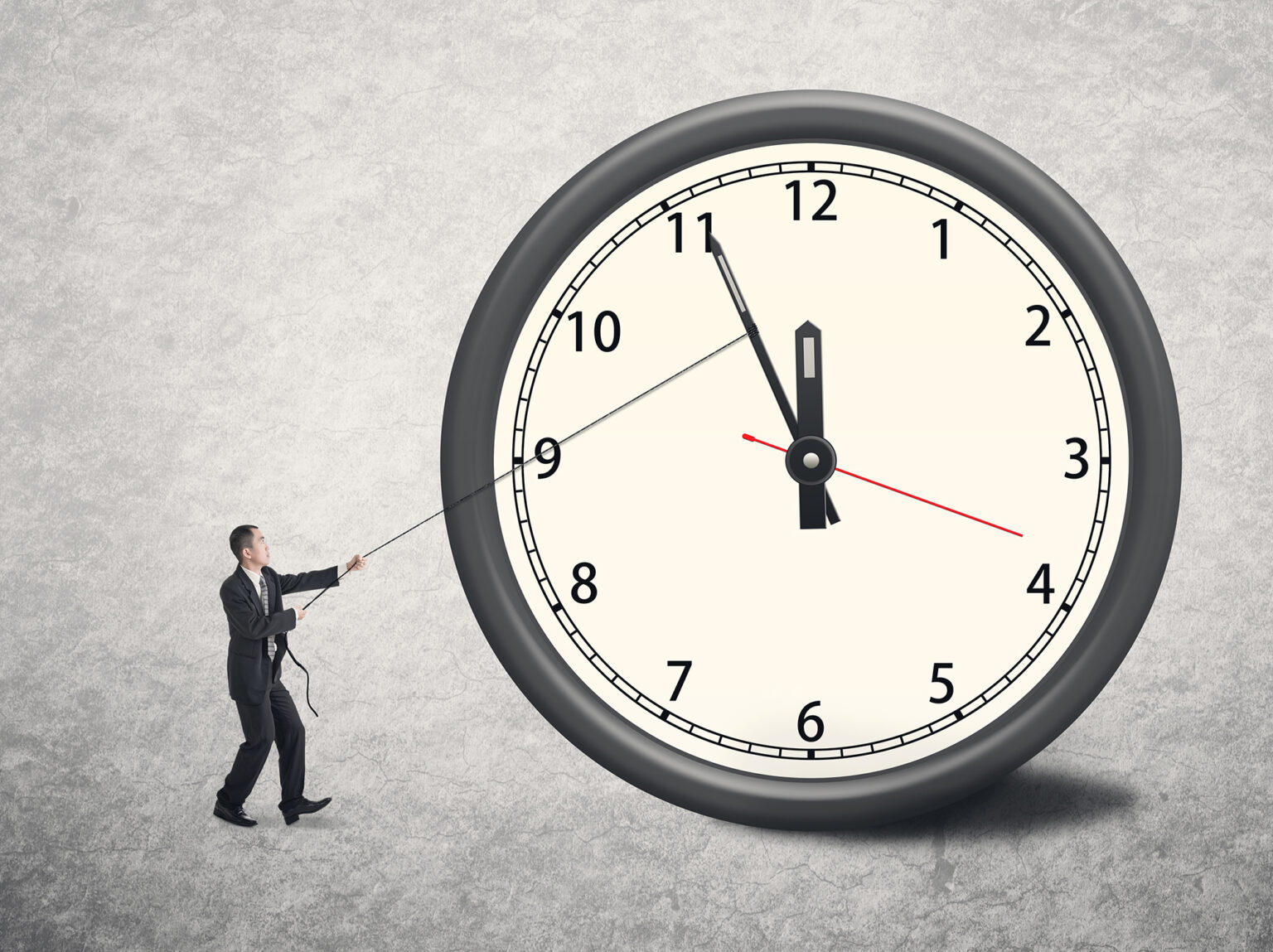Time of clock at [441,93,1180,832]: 11:55
